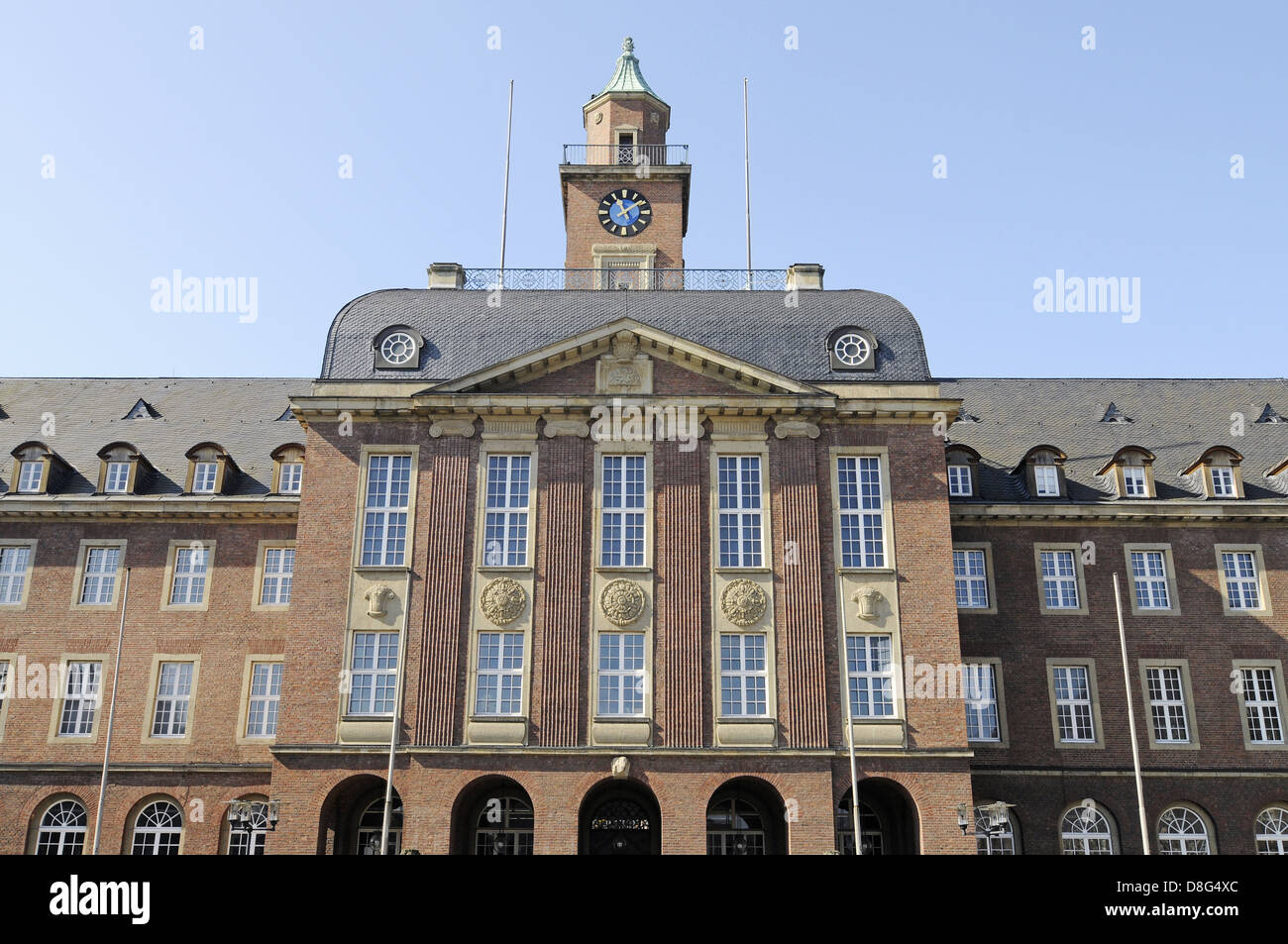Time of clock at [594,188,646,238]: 11:08
